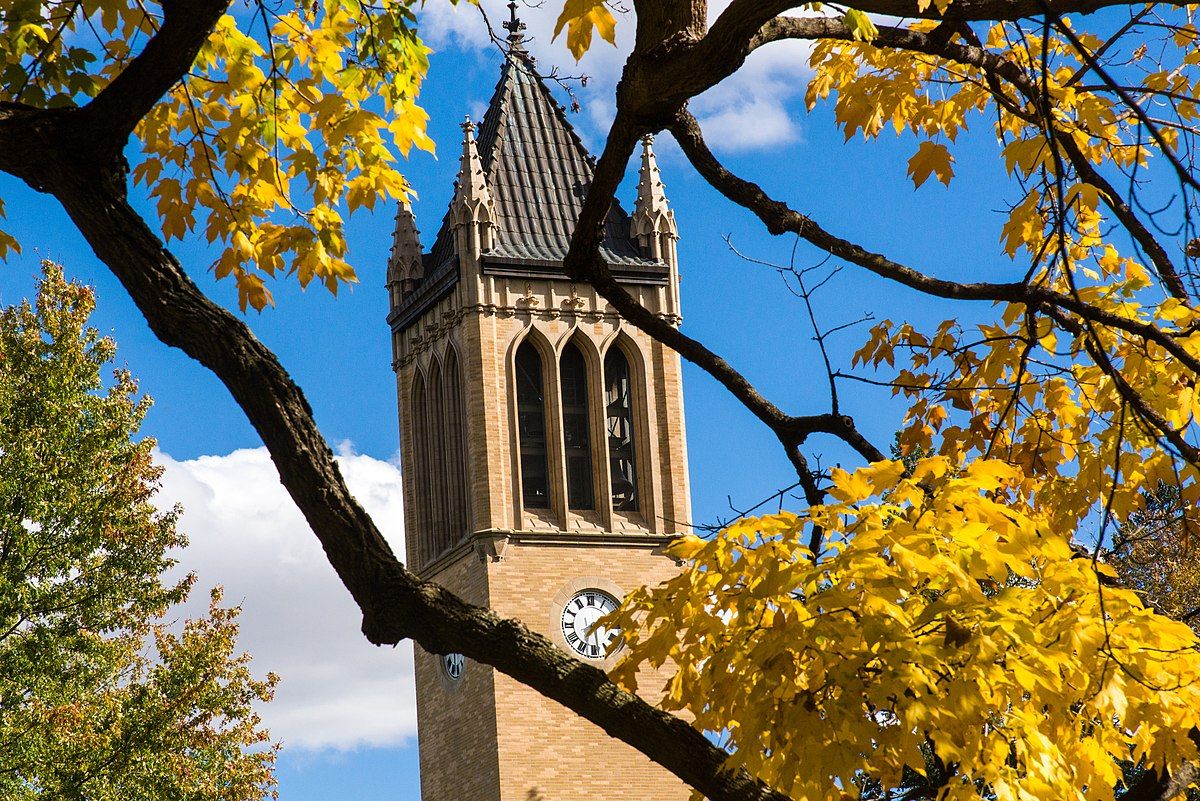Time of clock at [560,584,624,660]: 7:28
